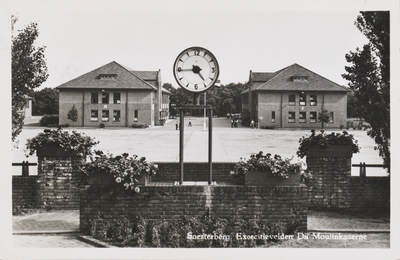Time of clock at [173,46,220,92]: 4:44
